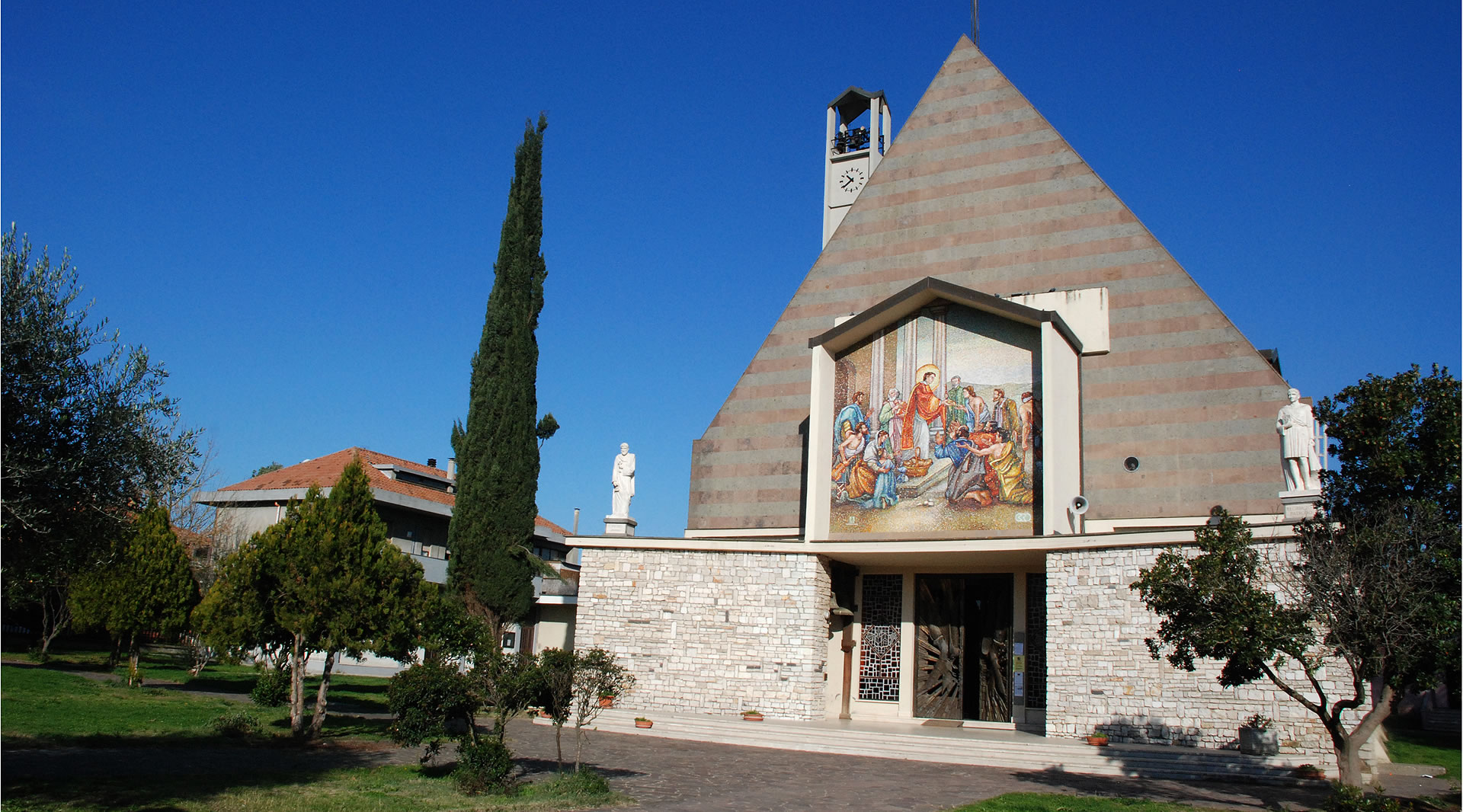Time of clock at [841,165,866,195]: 10:38
